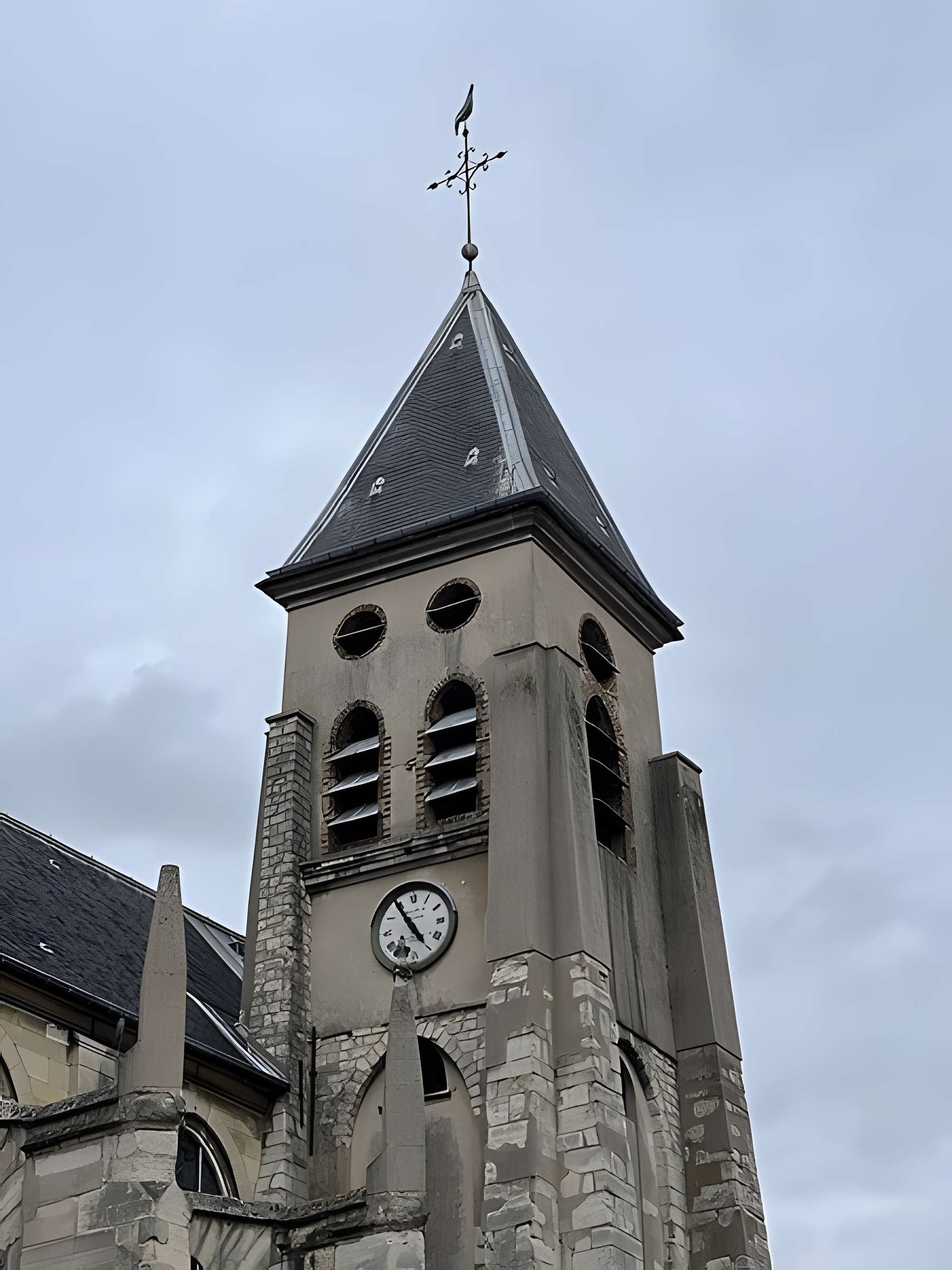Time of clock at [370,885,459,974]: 4:54
